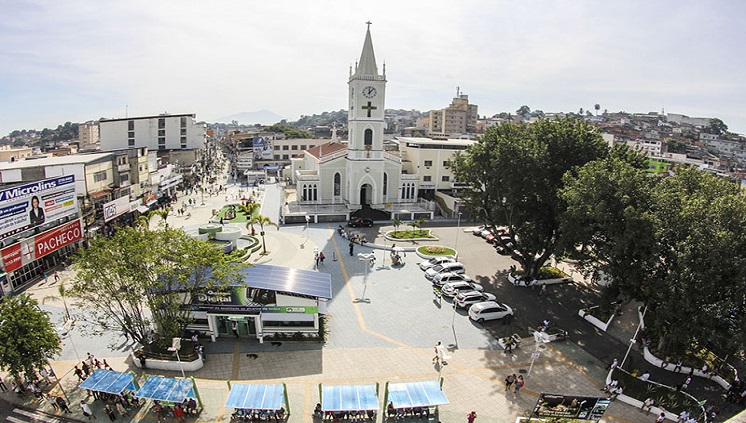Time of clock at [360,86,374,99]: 12:07
